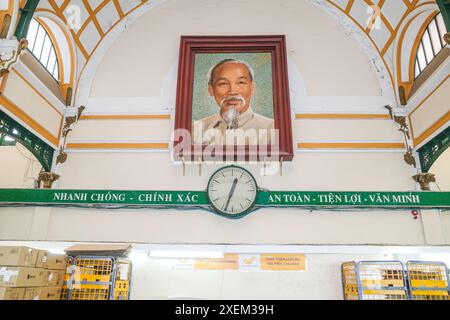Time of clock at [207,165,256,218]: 12:33
